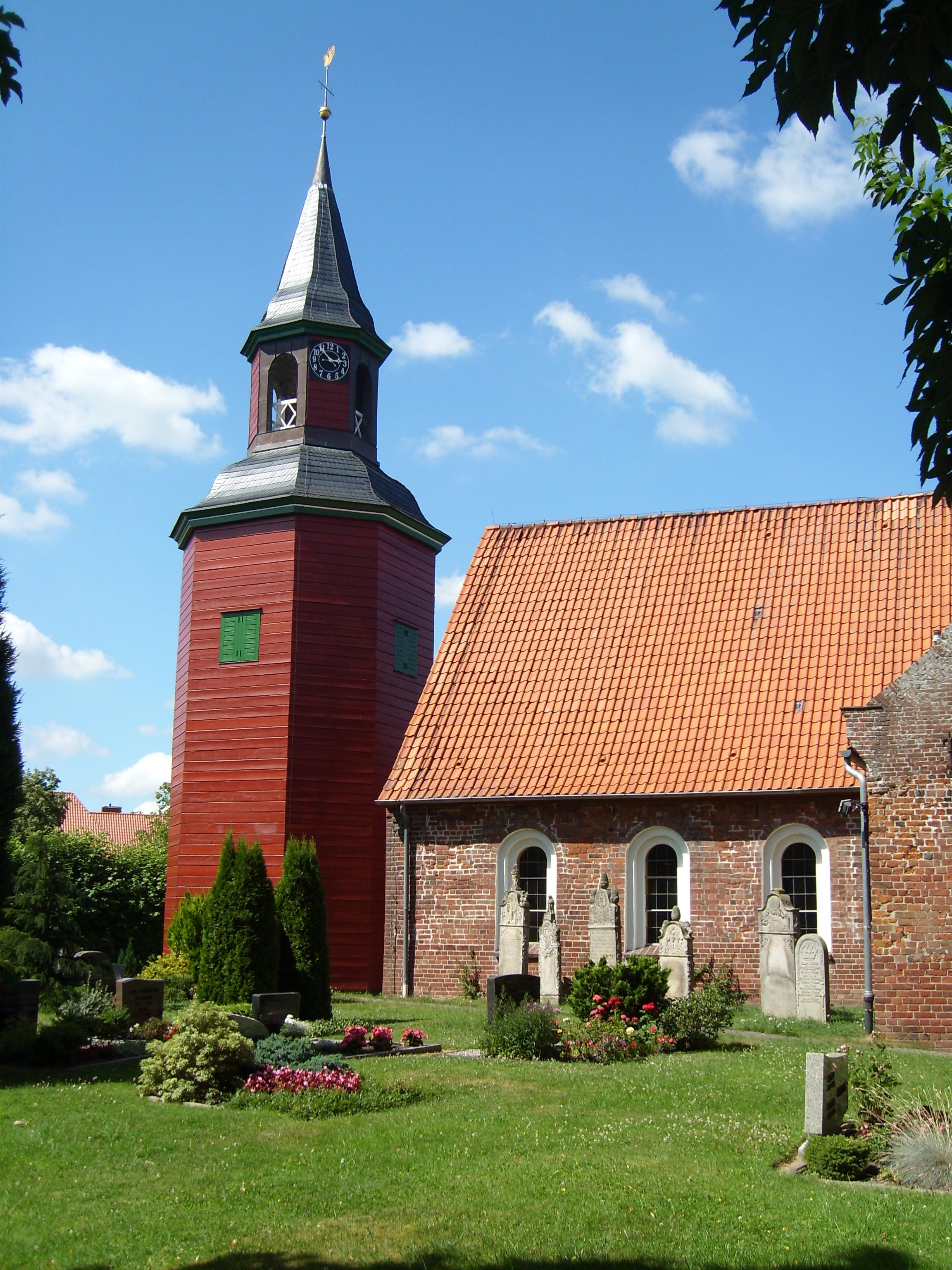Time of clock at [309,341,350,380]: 2:53
